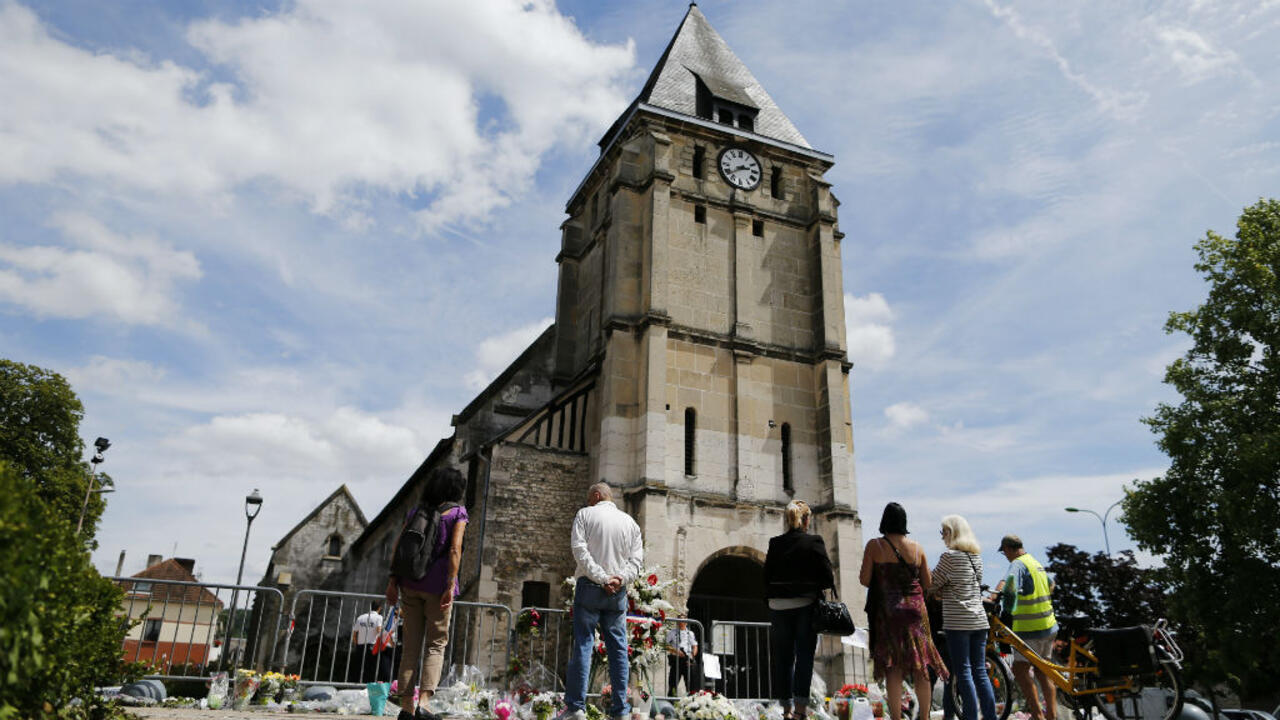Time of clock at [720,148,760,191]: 2:38
